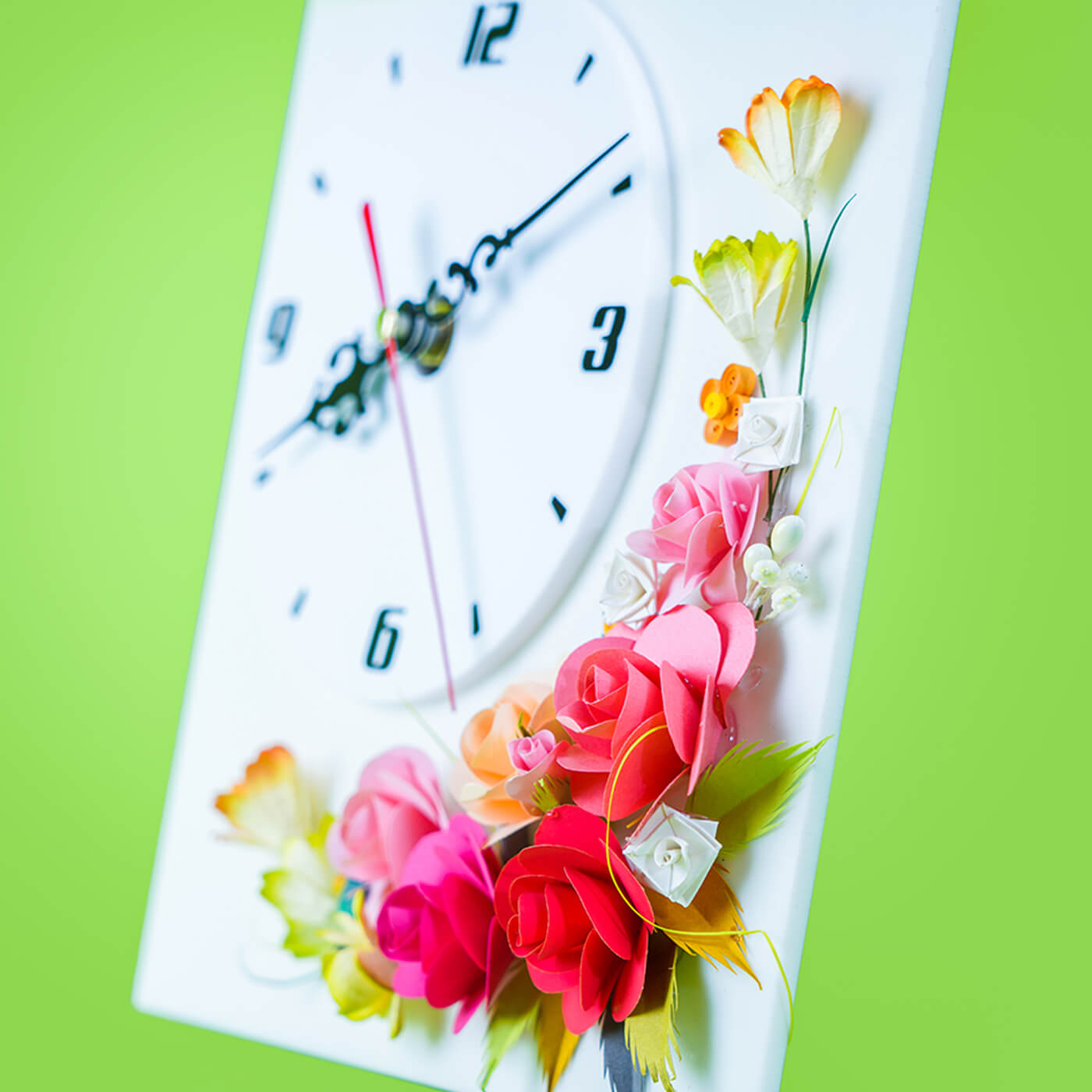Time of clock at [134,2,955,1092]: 8:09
